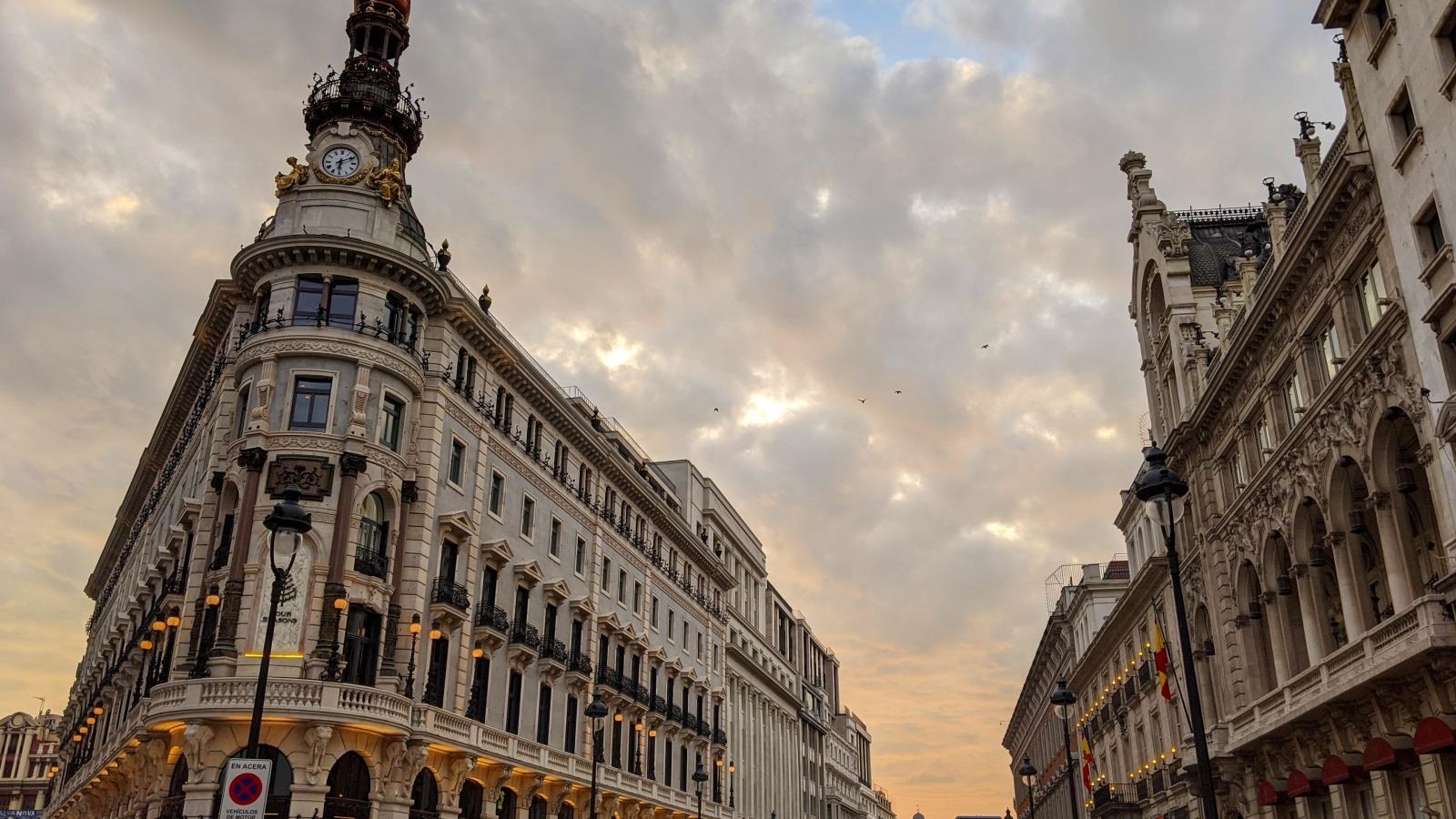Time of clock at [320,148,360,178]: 6:10
